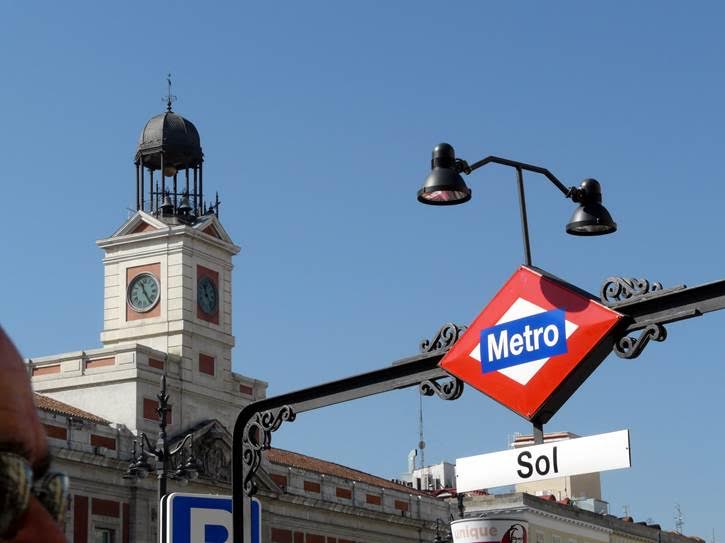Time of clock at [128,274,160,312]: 11:24
